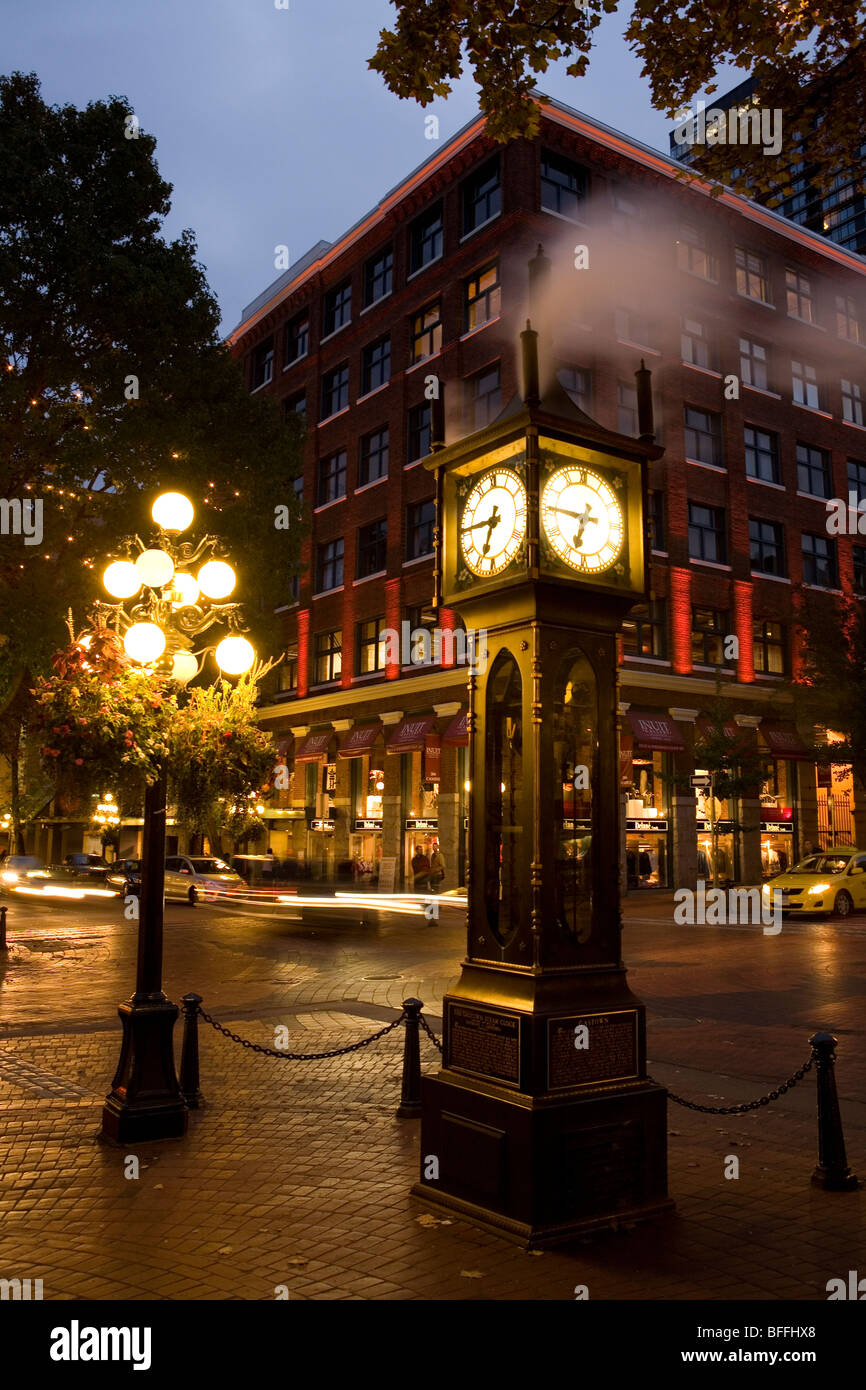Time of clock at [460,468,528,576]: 6:45
